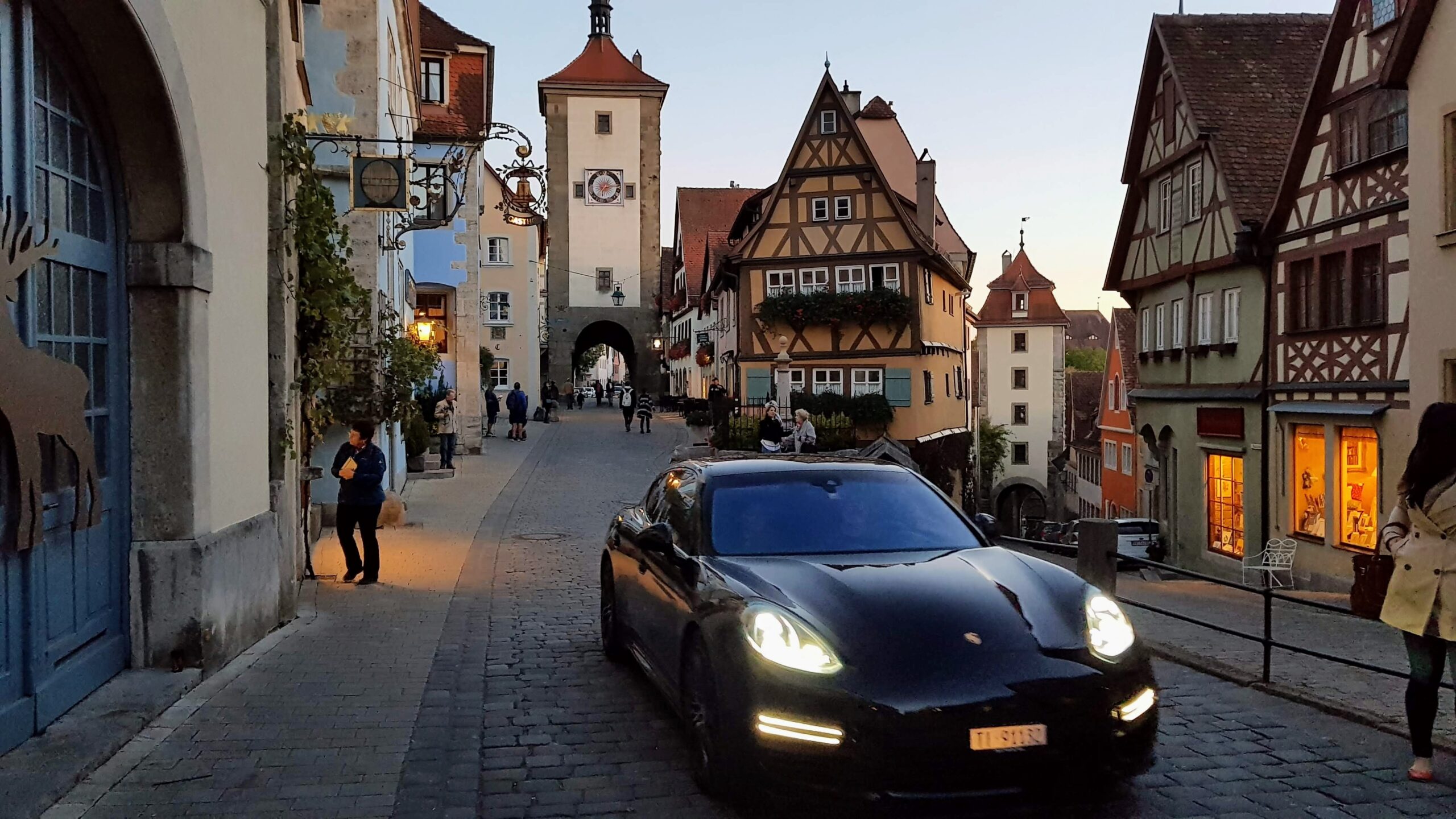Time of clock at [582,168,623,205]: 7:13
